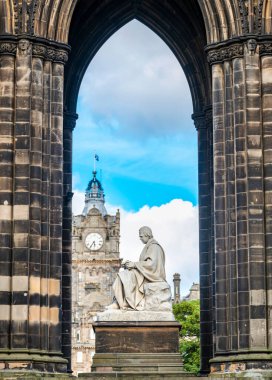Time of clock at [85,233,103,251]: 5:35
